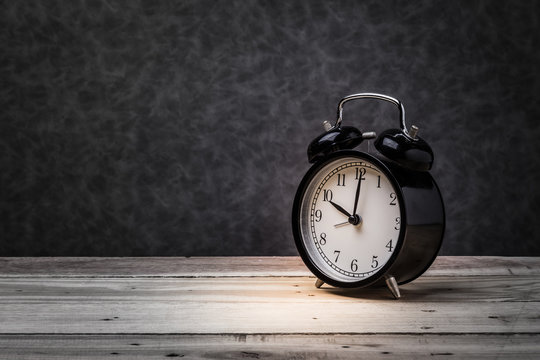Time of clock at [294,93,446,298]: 10:00
